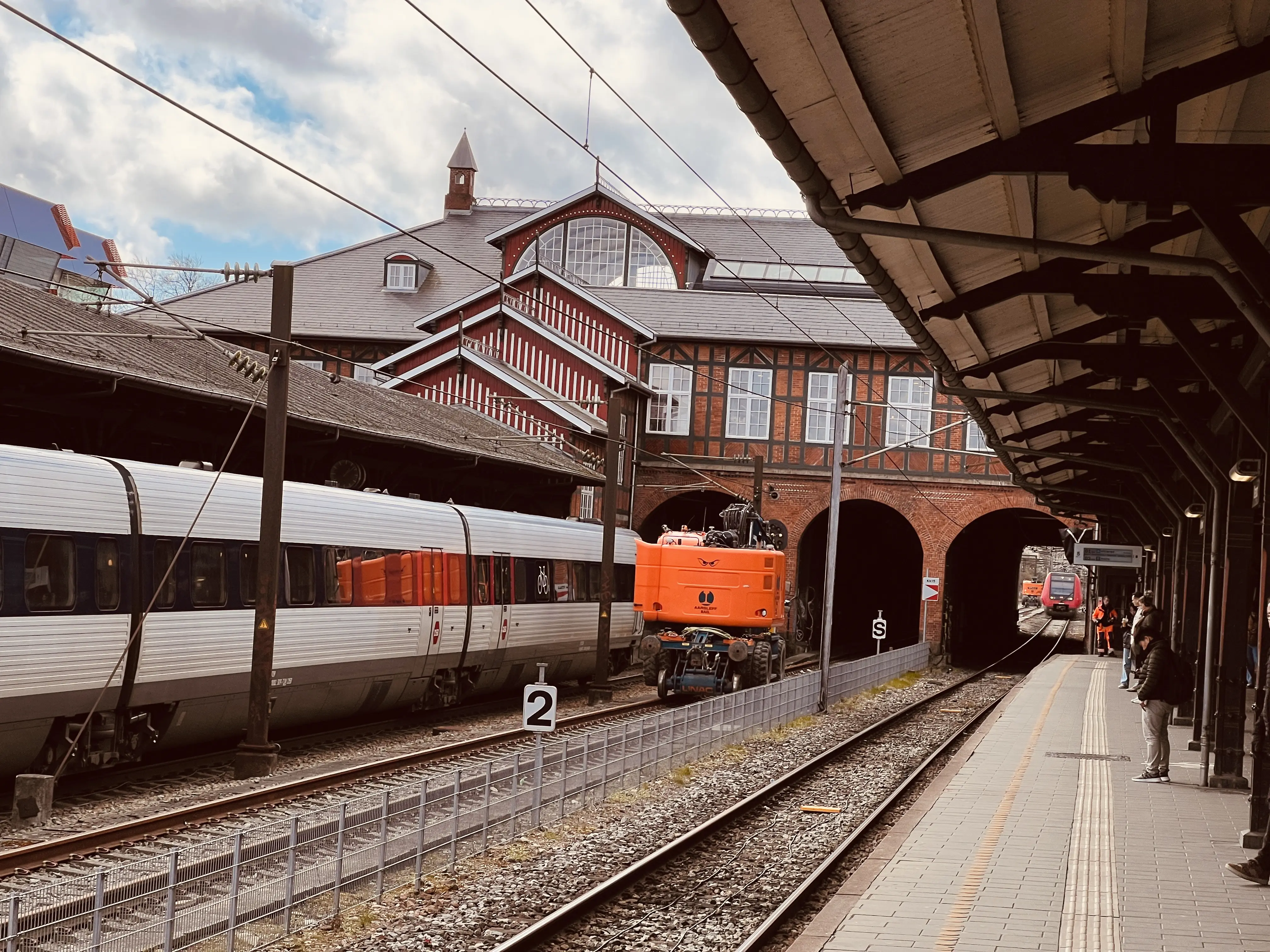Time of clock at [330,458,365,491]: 1:07
